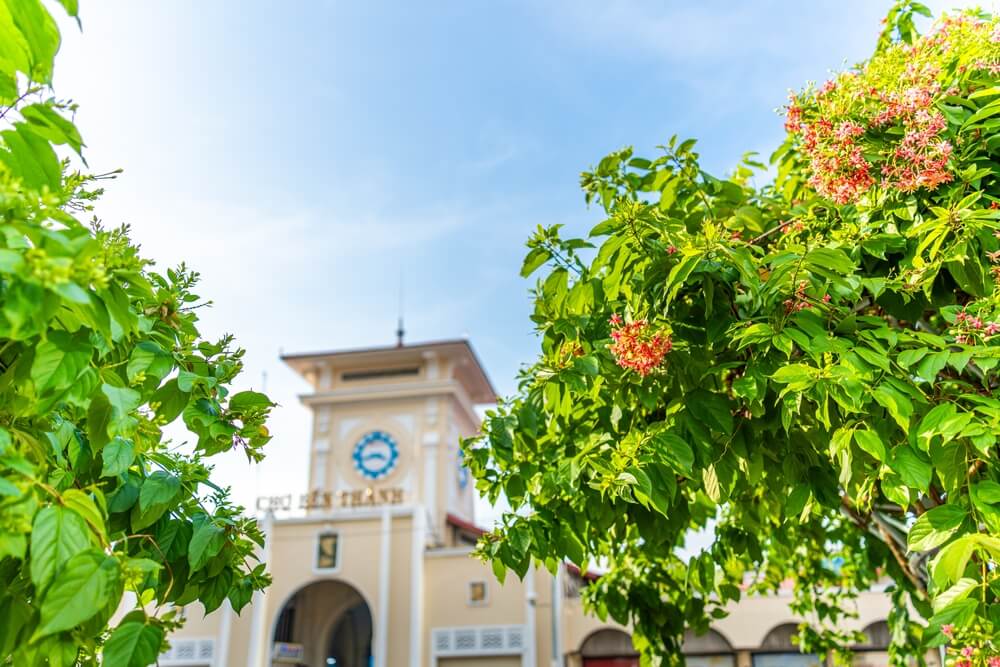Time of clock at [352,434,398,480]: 3:43
